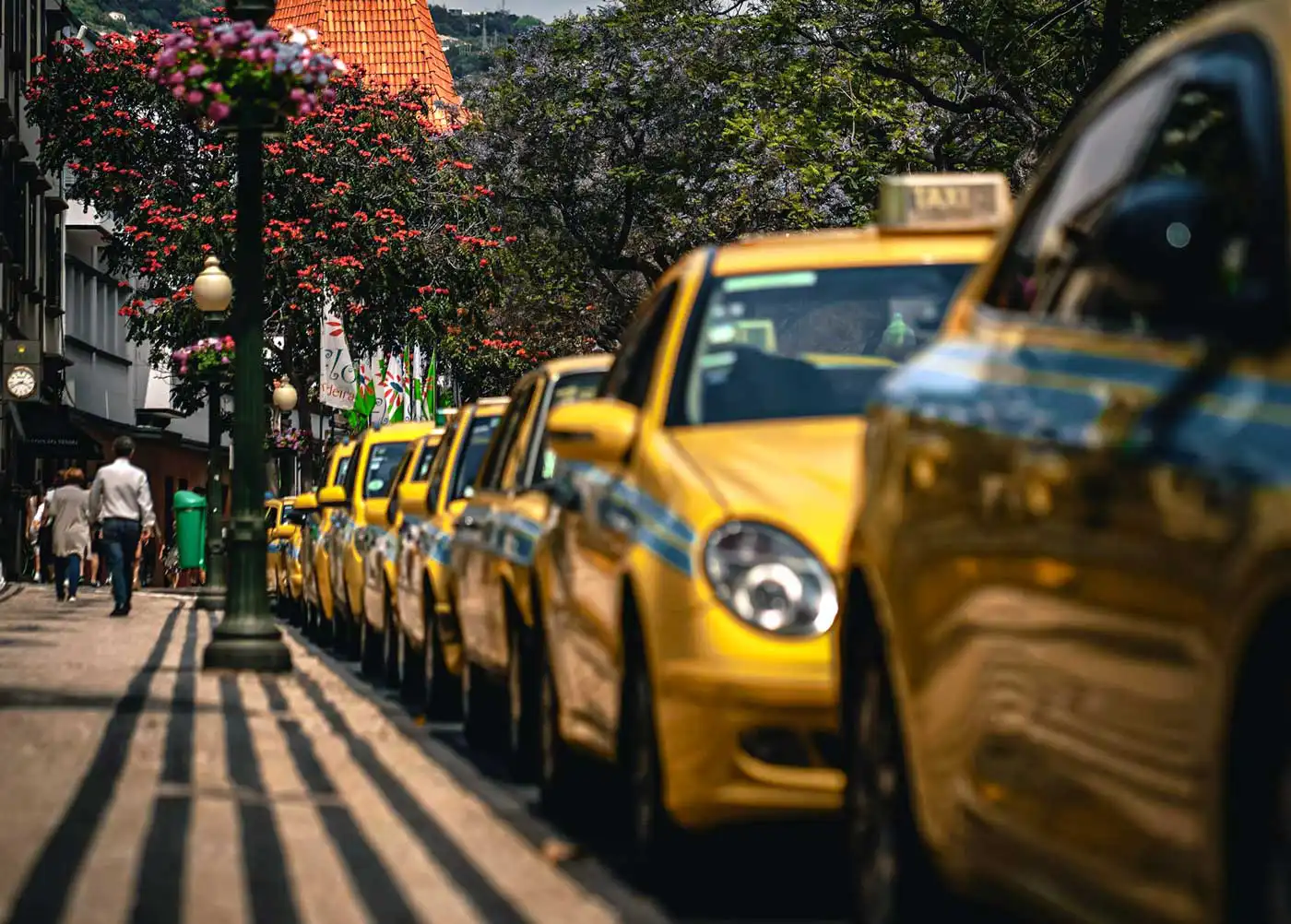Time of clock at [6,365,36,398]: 8:17
